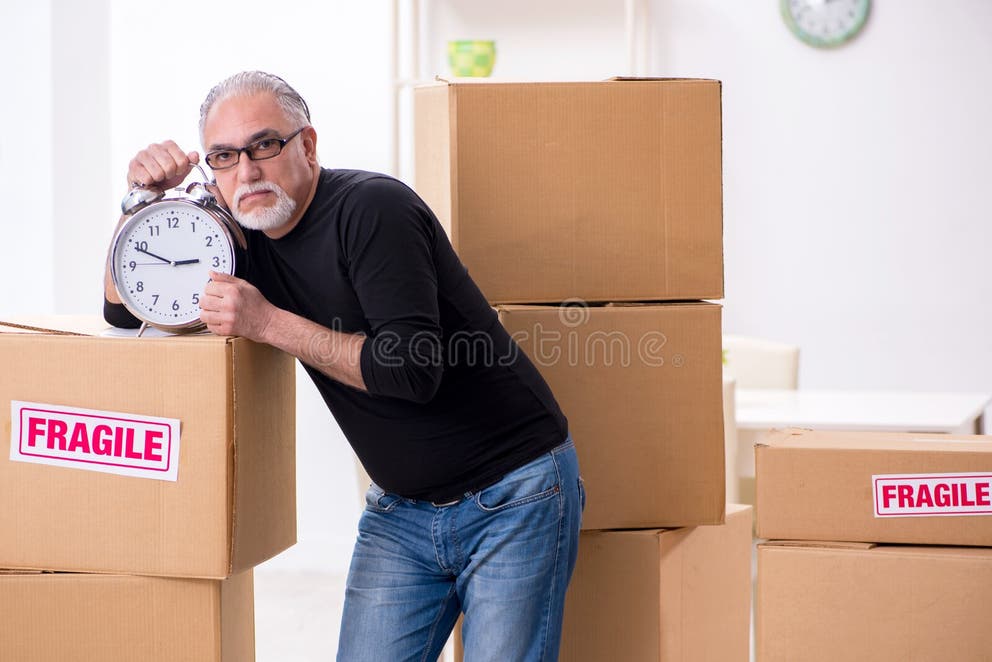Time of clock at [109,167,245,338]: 2:49
